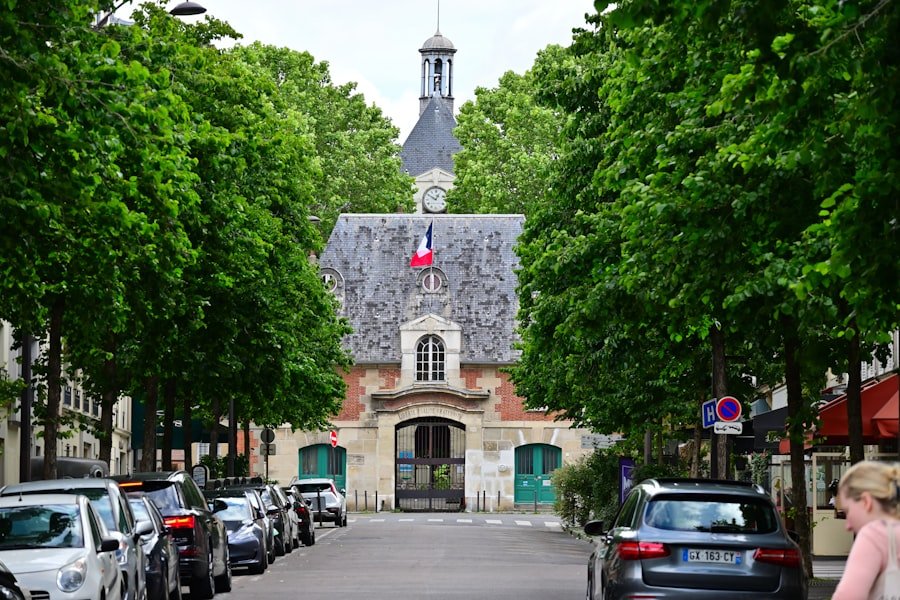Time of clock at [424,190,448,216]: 12:49
